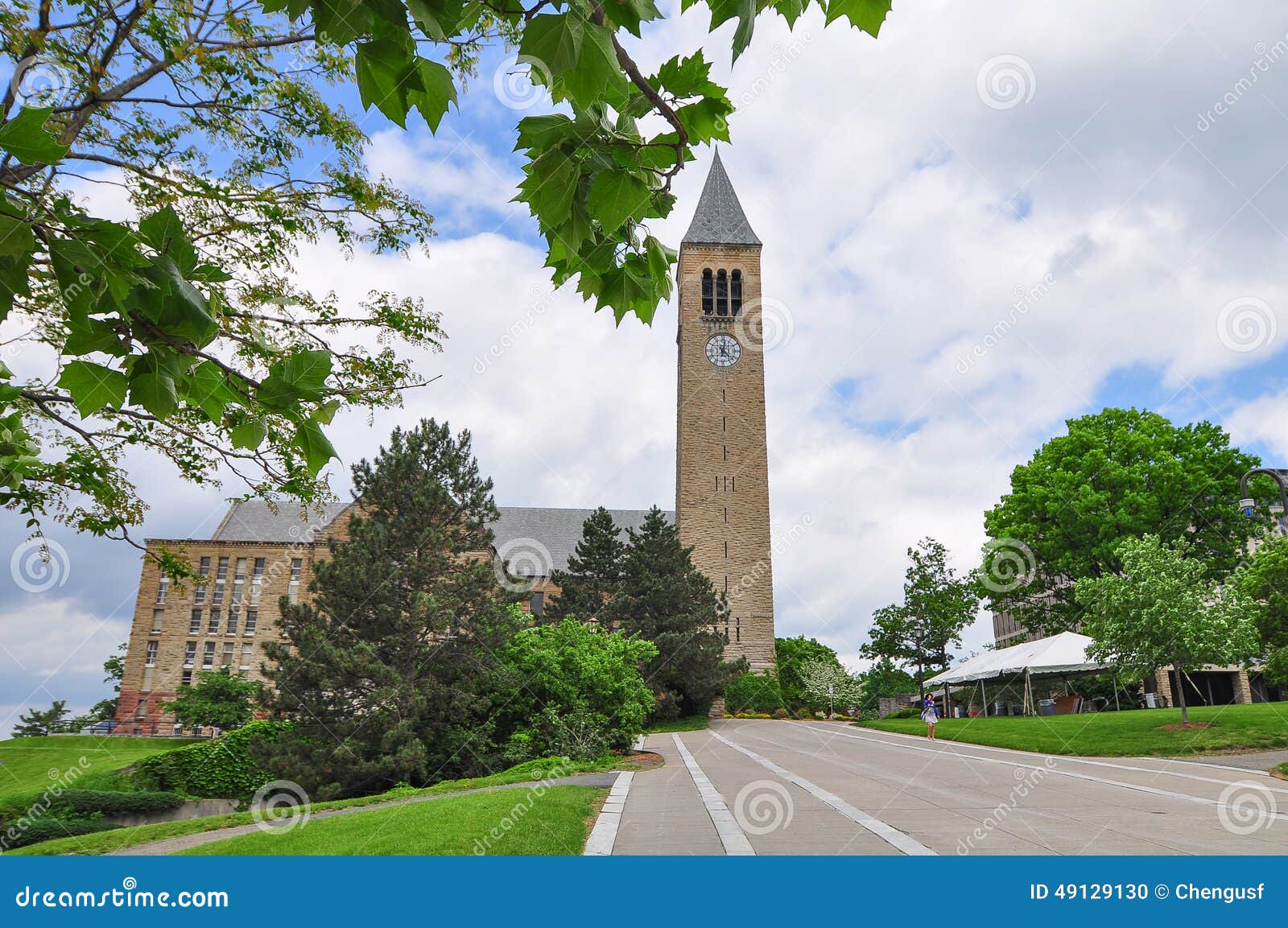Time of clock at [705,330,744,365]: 12:21
